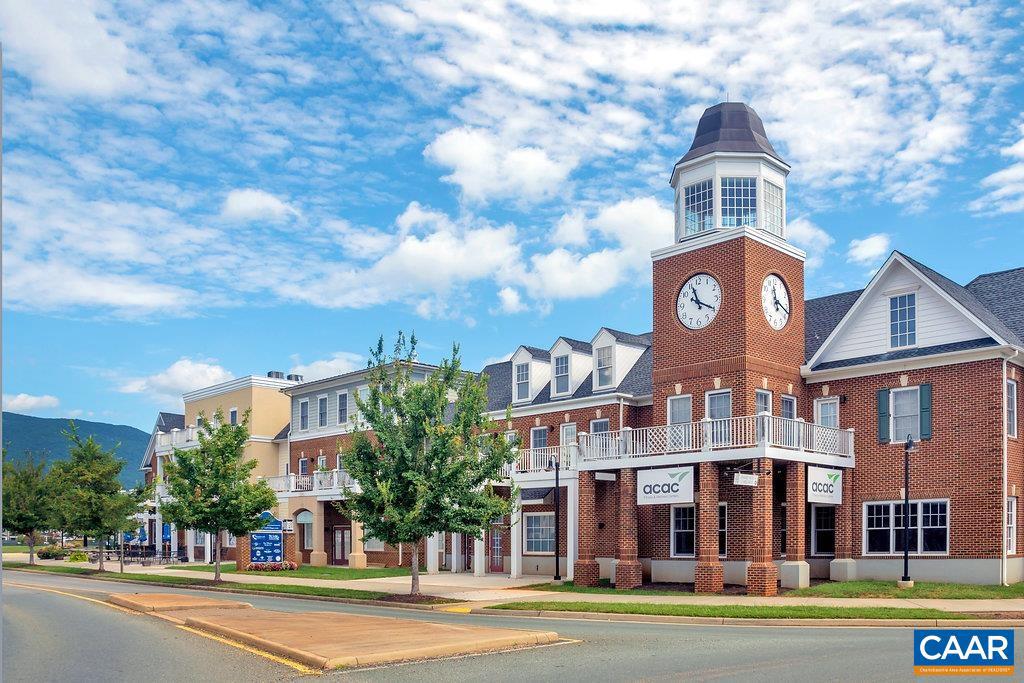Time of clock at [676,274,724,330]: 11:19
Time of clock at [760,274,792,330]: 11:19
